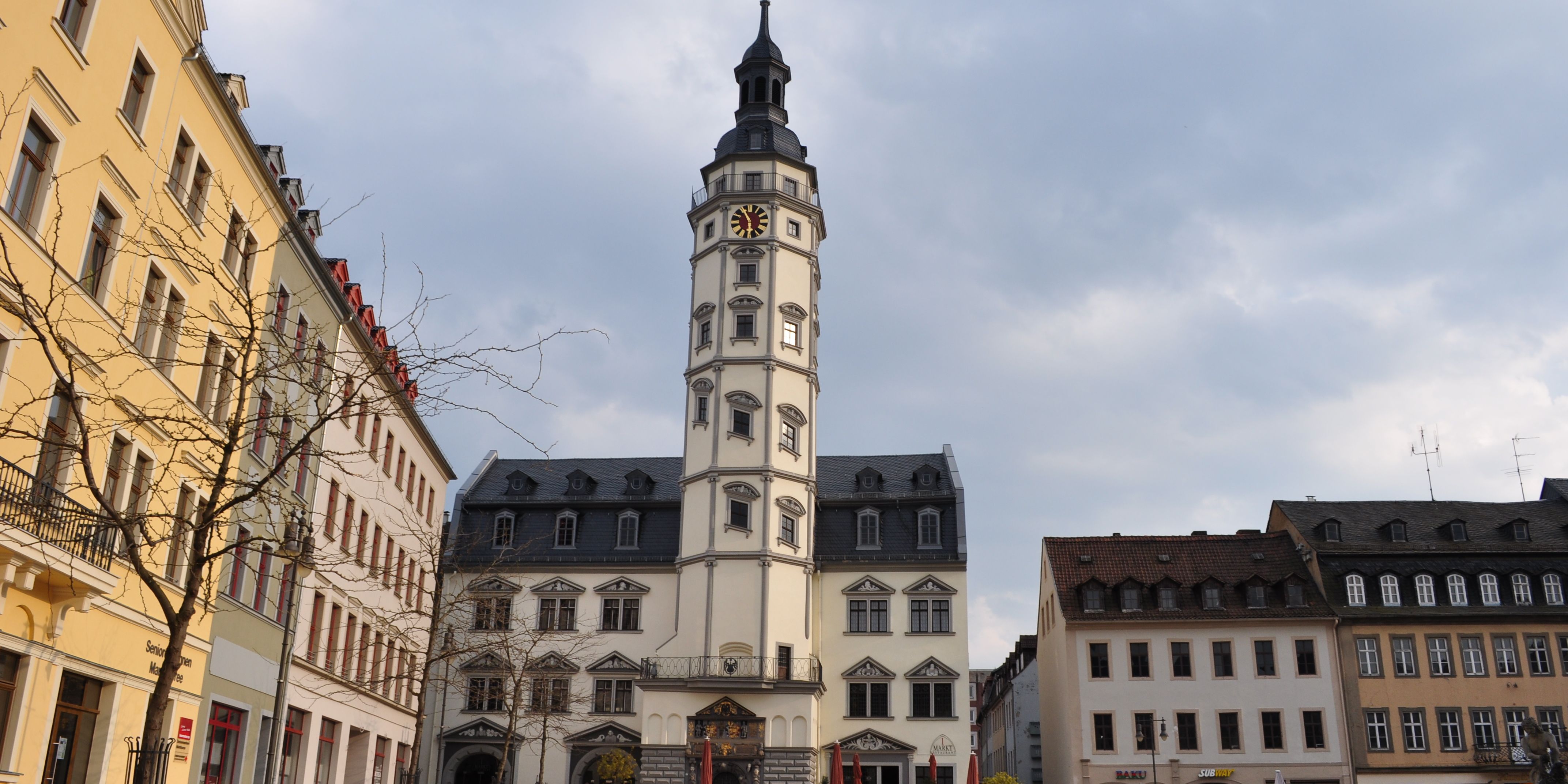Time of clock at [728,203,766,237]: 5:55
